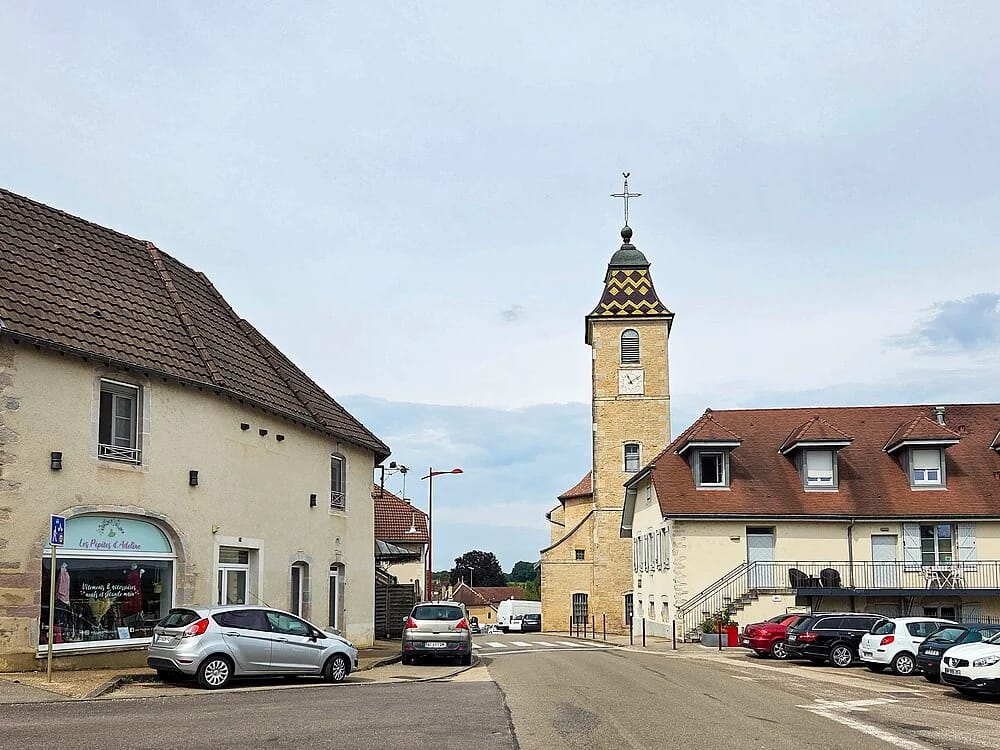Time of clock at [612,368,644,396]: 11:09
